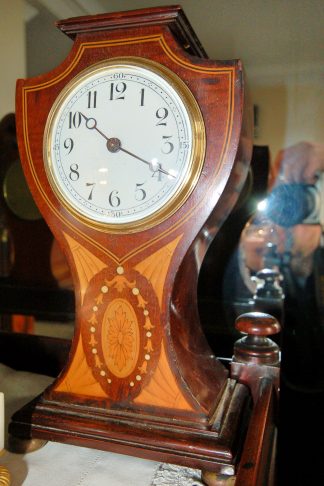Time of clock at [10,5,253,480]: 10:19
